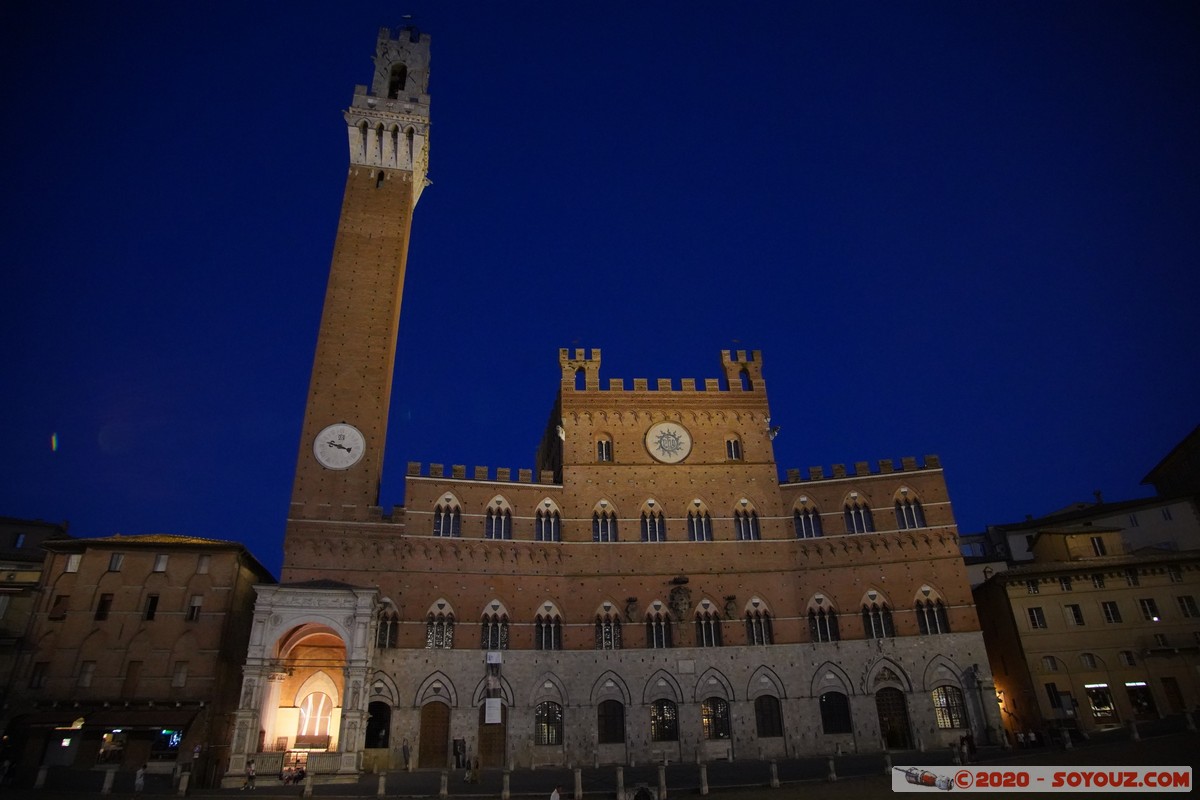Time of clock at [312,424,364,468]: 3:47
